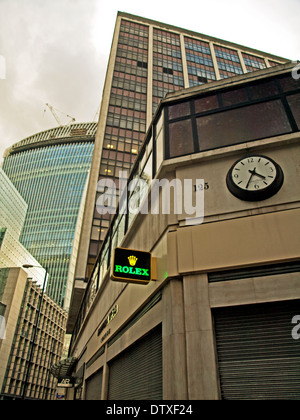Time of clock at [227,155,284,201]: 4:35
